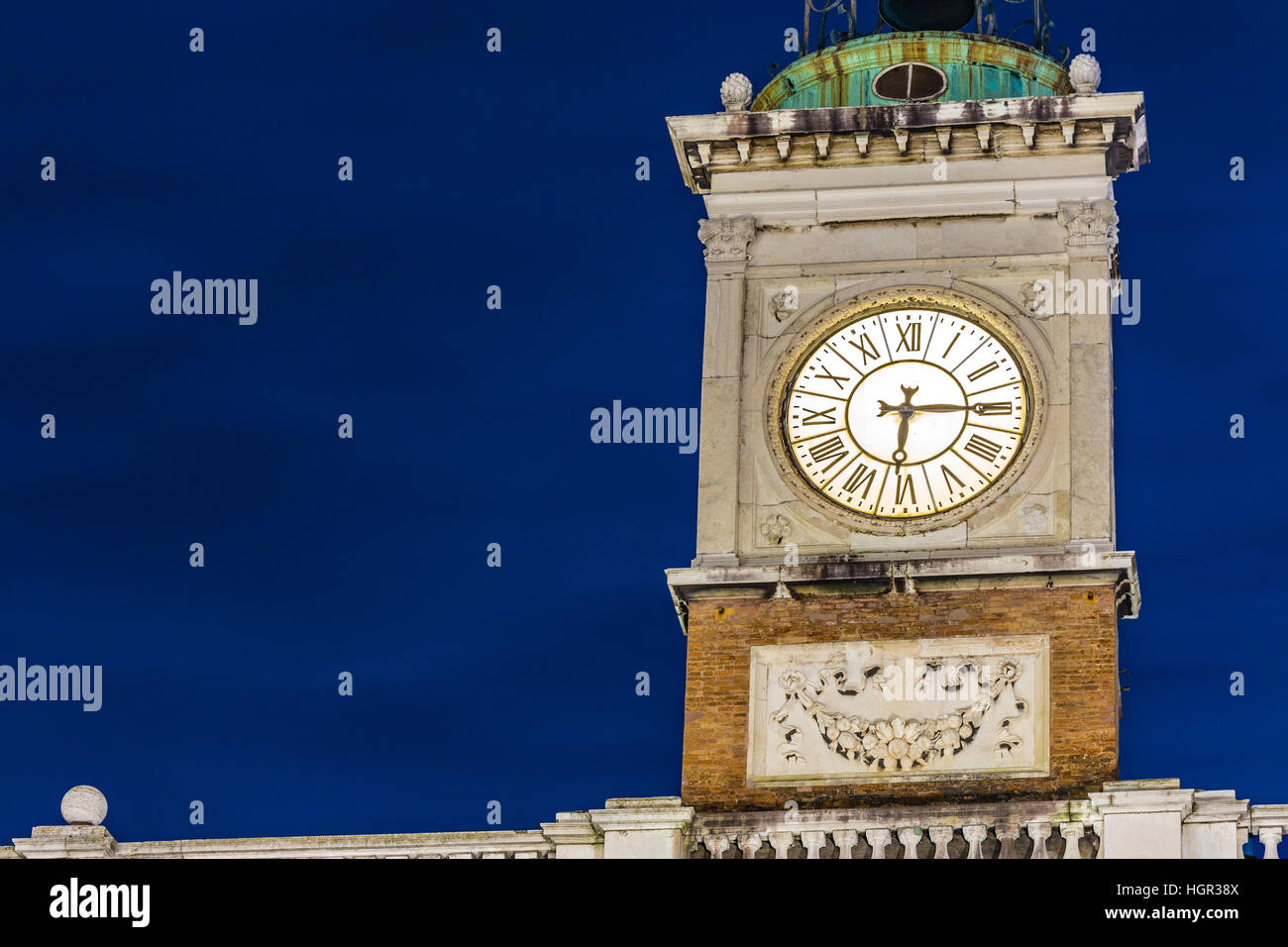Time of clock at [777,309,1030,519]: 6:14
